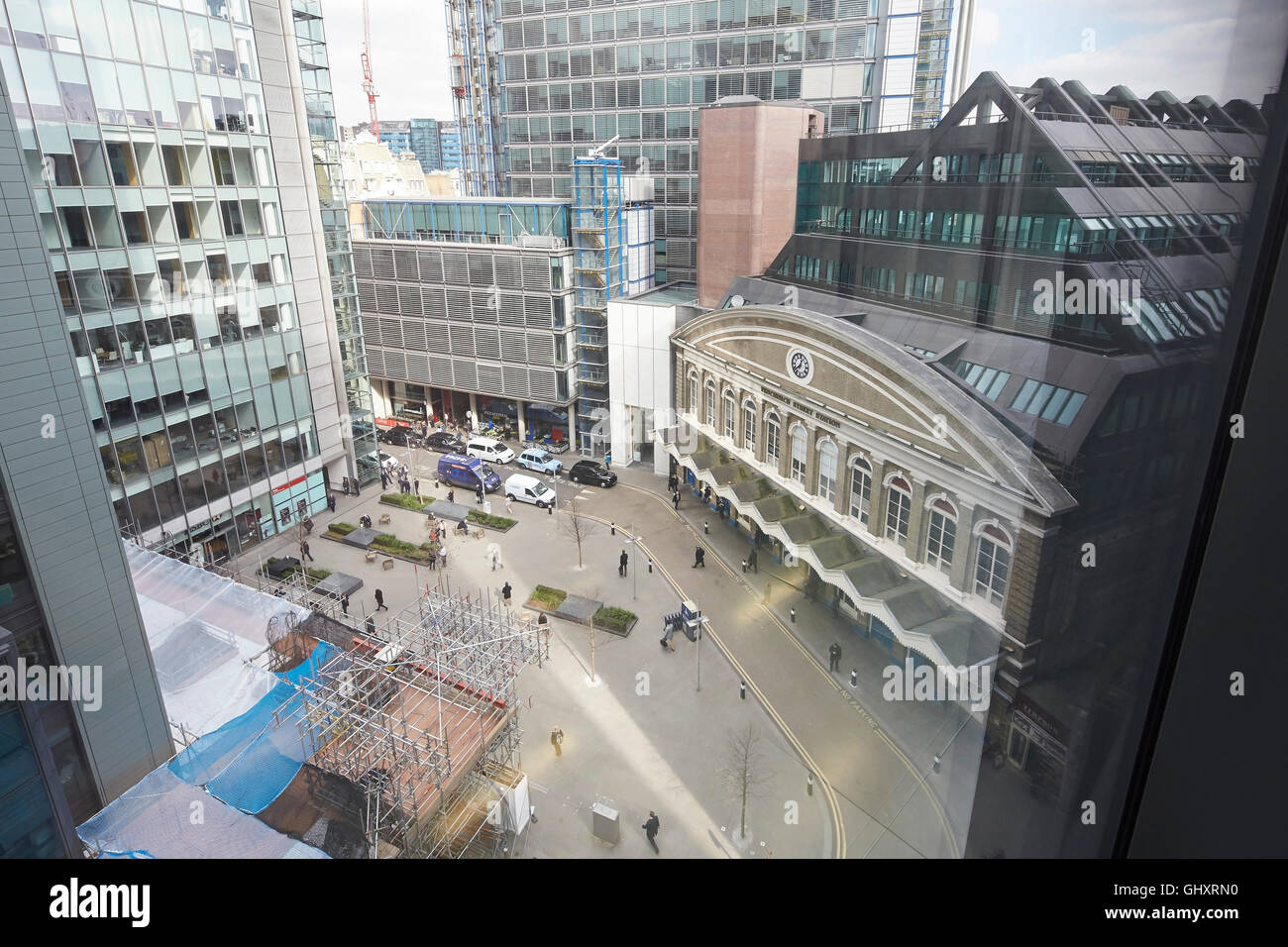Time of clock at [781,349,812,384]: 12:38
